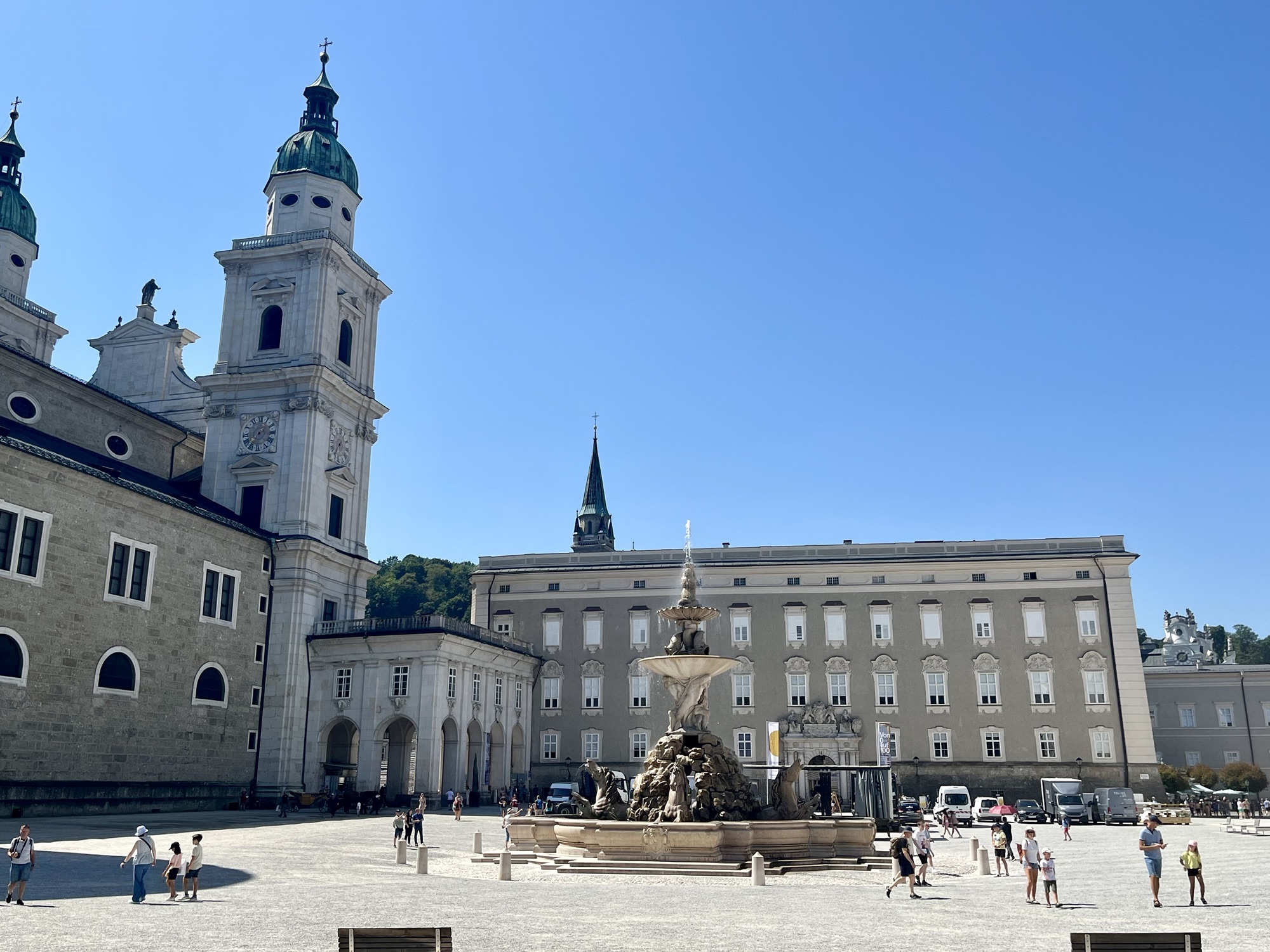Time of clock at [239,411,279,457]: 7:36
